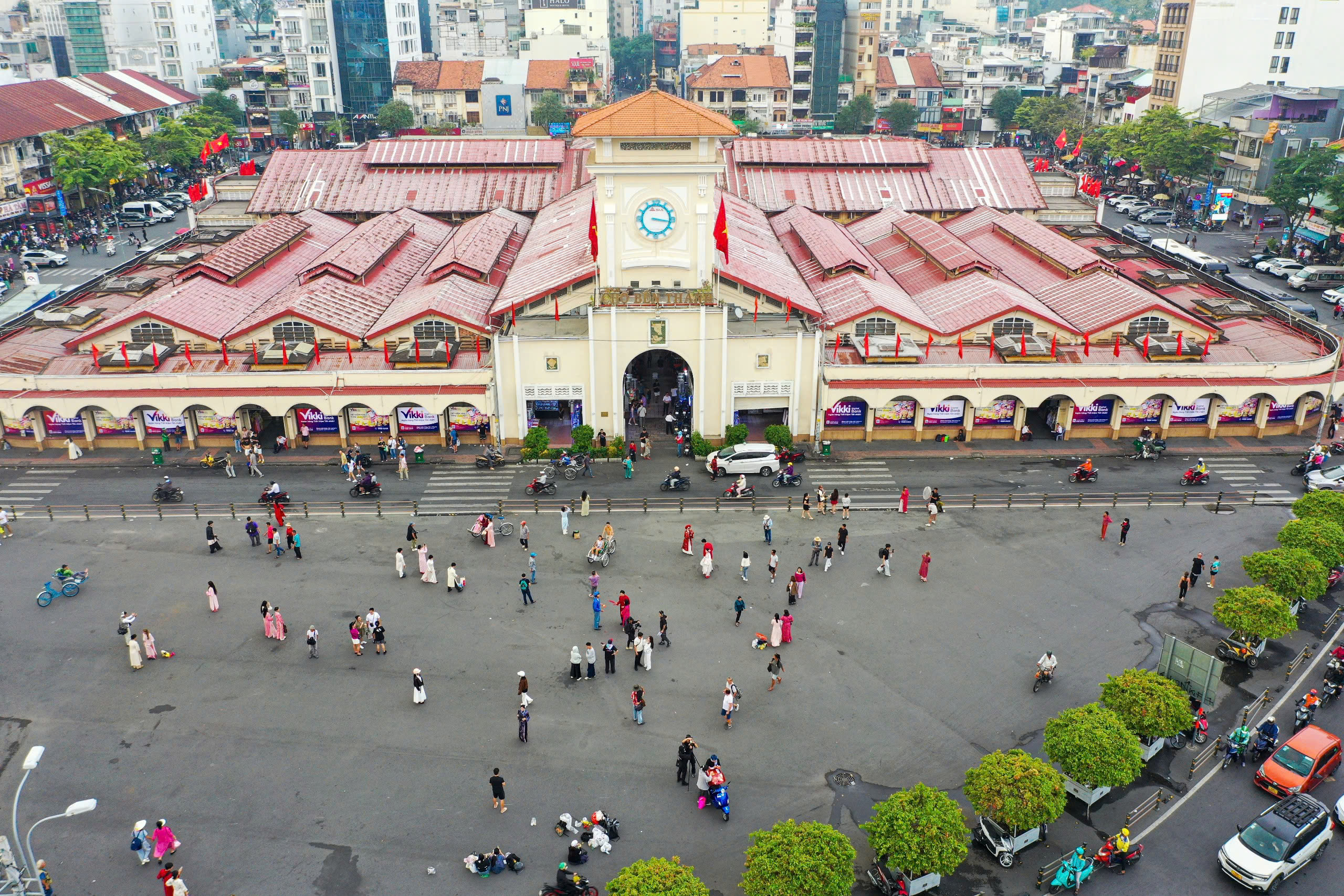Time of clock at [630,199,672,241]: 3:16
